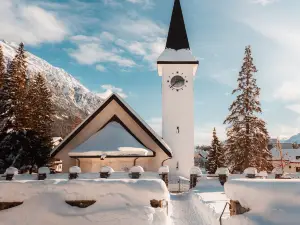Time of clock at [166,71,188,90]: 2:38
